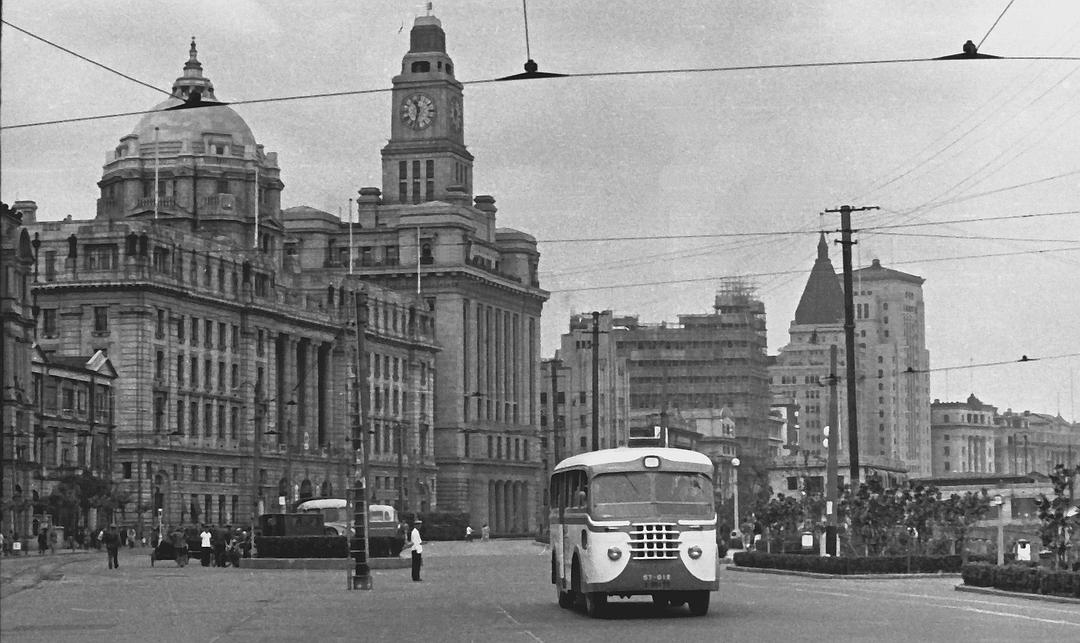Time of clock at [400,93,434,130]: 11:32
